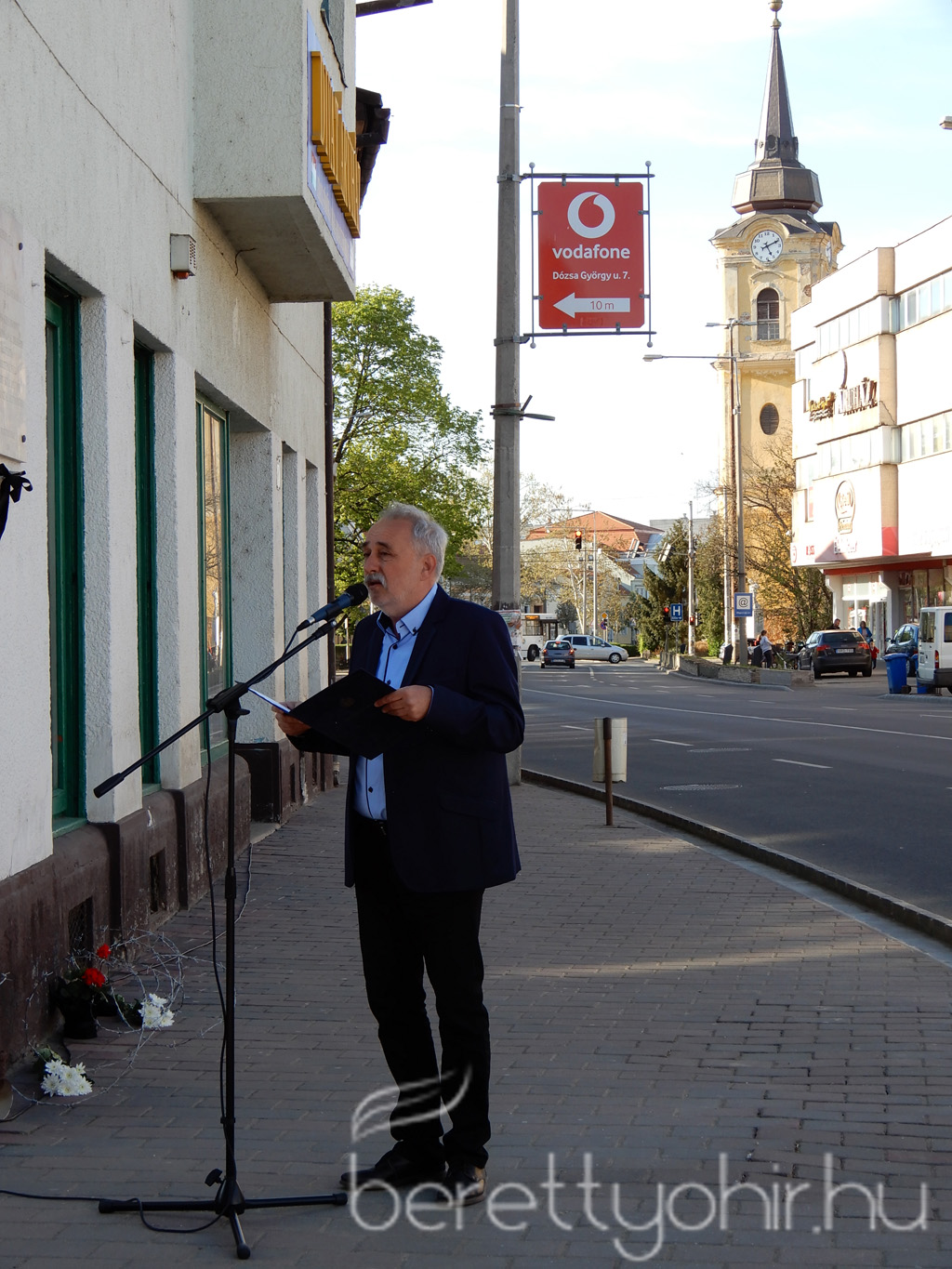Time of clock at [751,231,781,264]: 5:11
